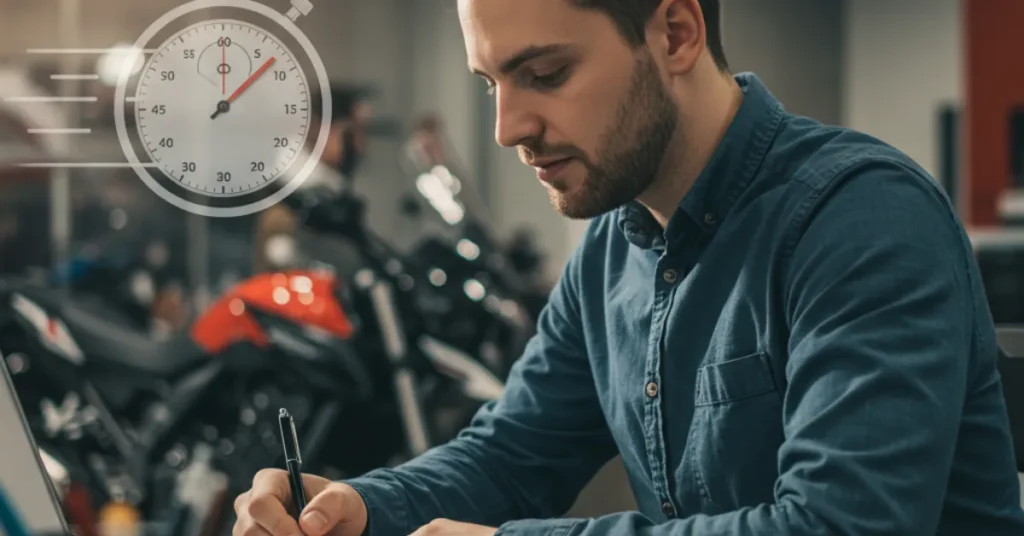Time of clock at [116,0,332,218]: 12:07
